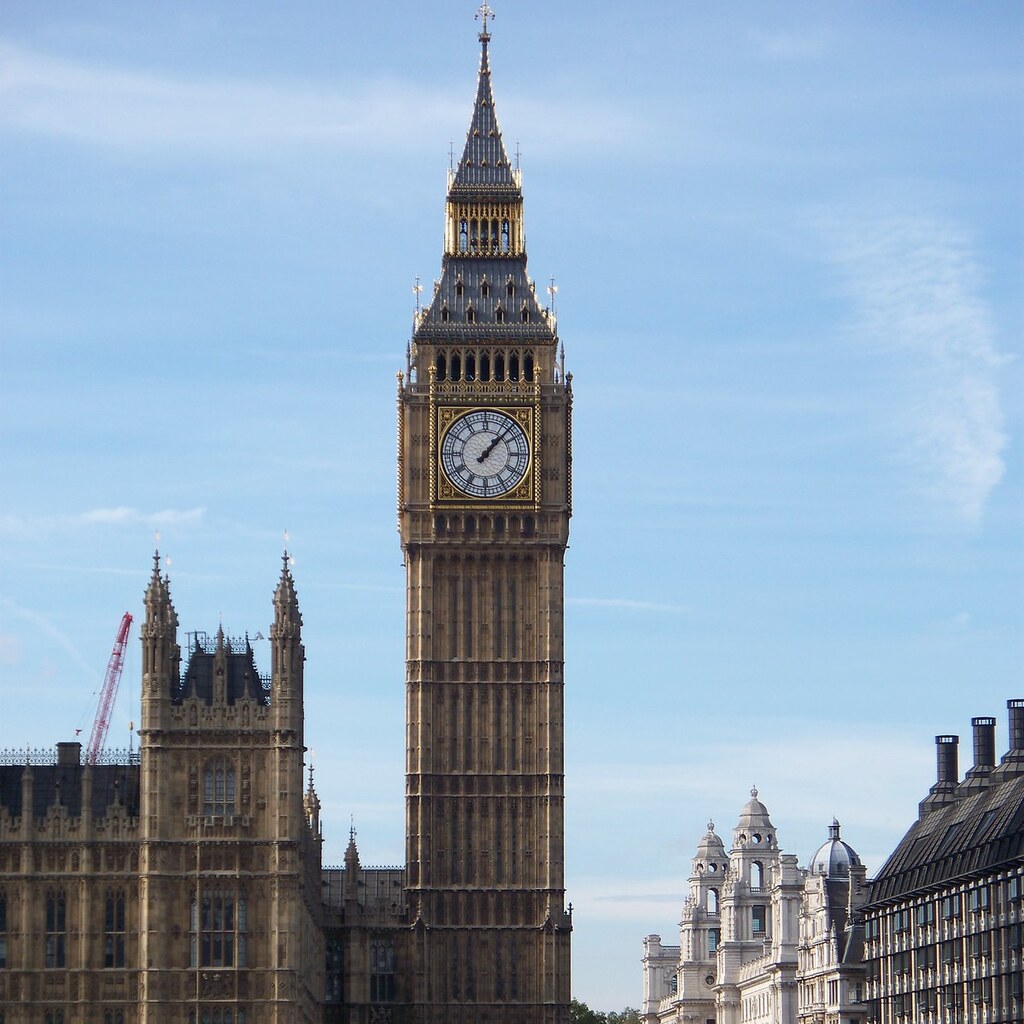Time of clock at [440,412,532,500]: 1:07
